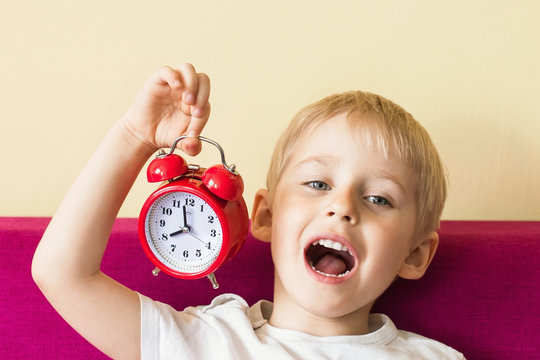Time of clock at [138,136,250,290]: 7:58
